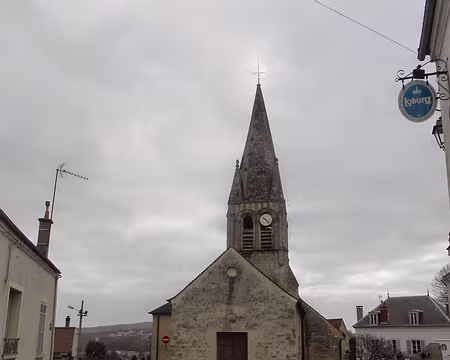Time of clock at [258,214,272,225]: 10:22
